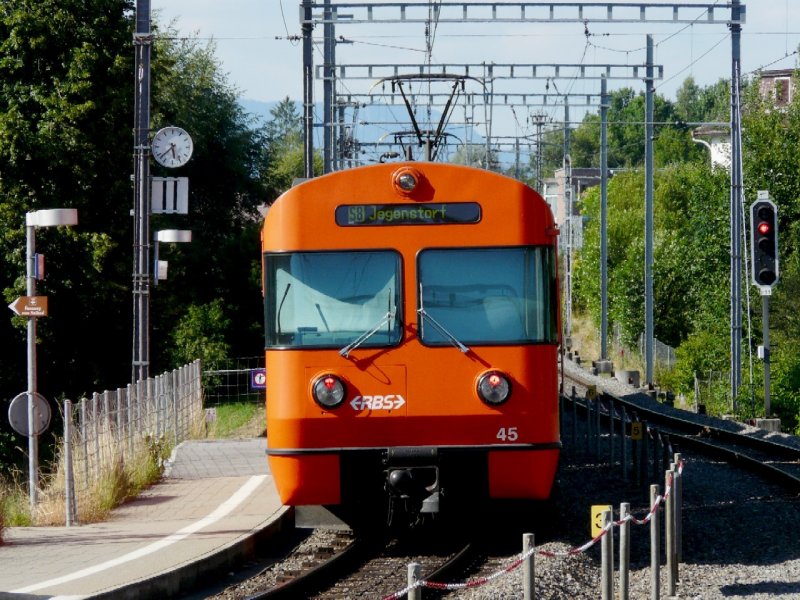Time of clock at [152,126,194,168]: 5:38
